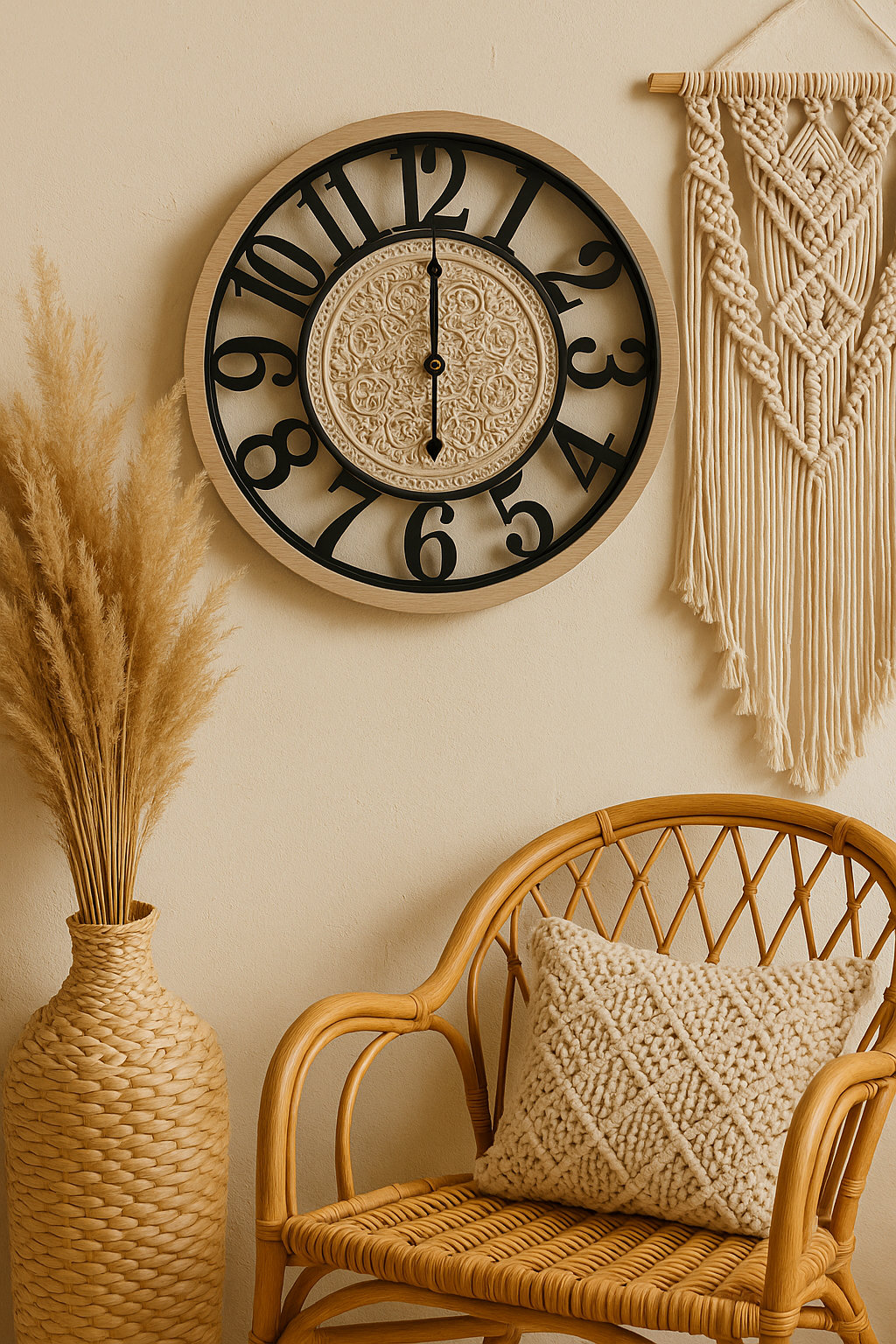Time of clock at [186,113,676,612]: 6:00
